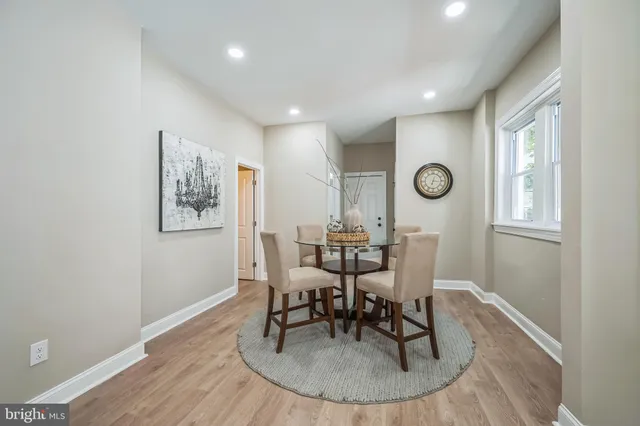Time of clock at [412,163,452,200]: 6:15
